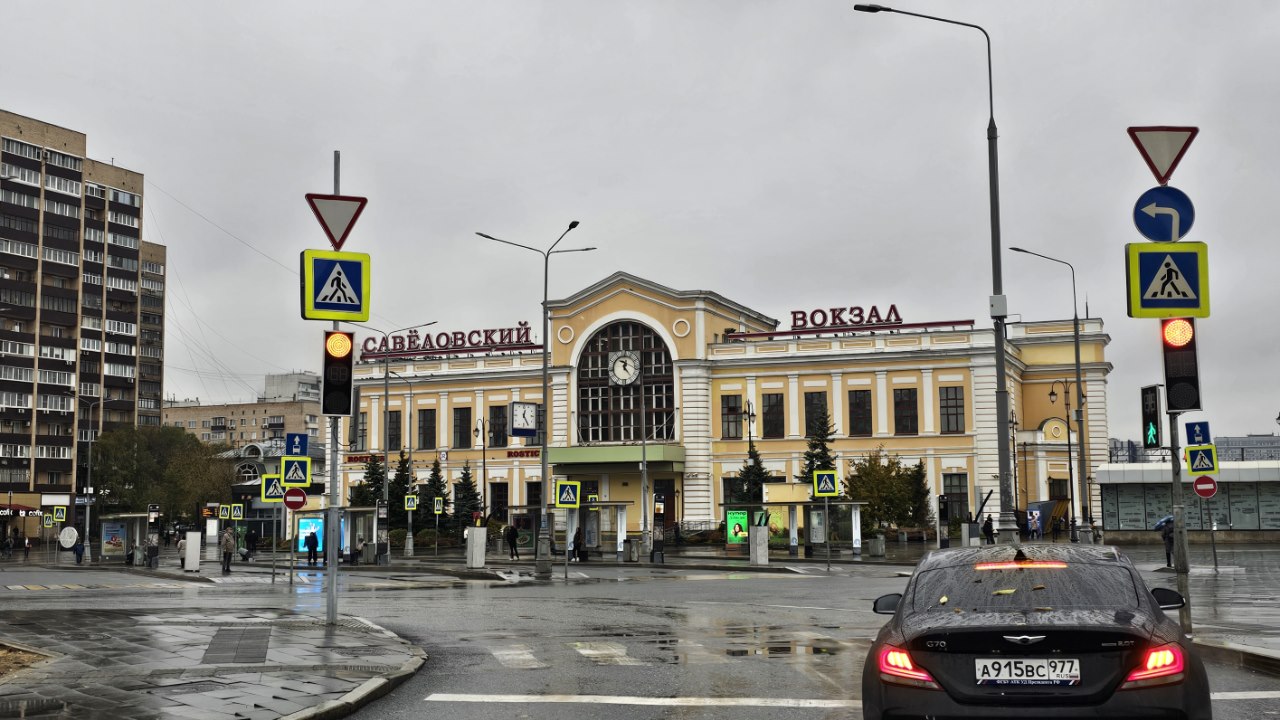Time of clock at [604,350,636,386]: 12:23
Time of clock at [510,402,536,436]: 12:24
